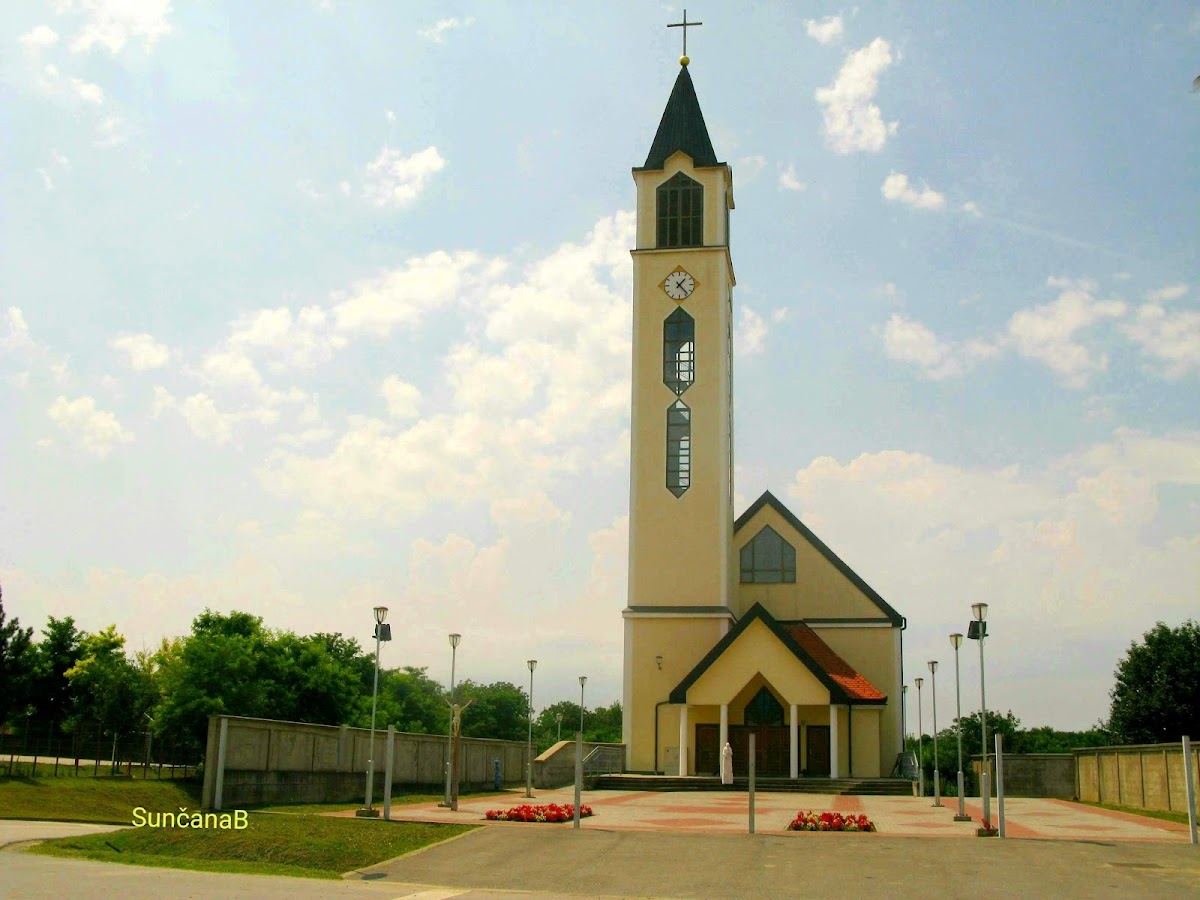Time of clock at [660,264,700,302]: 1:23
